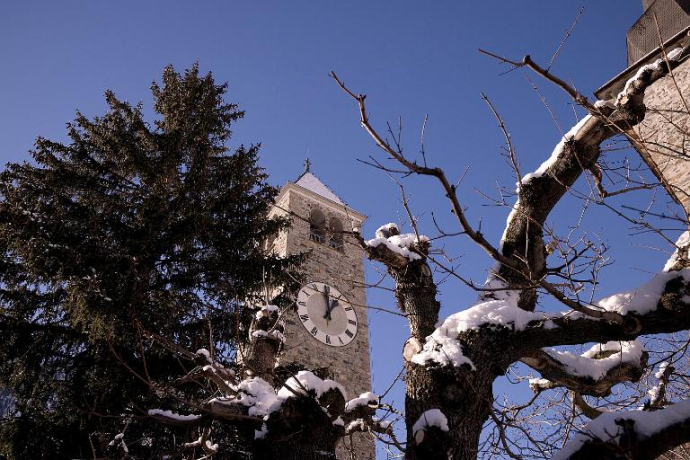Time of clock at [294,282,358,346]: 12:58
